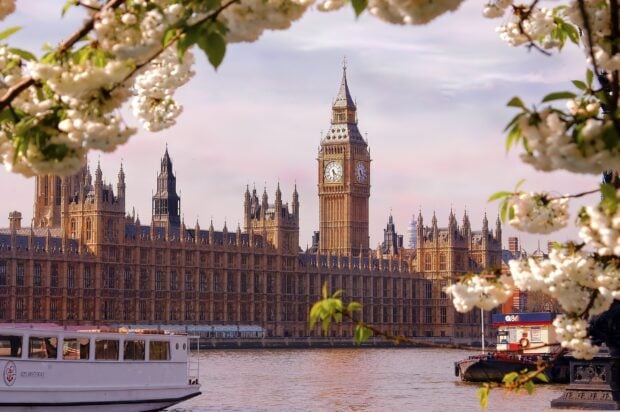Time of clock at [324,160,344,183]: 4:28
